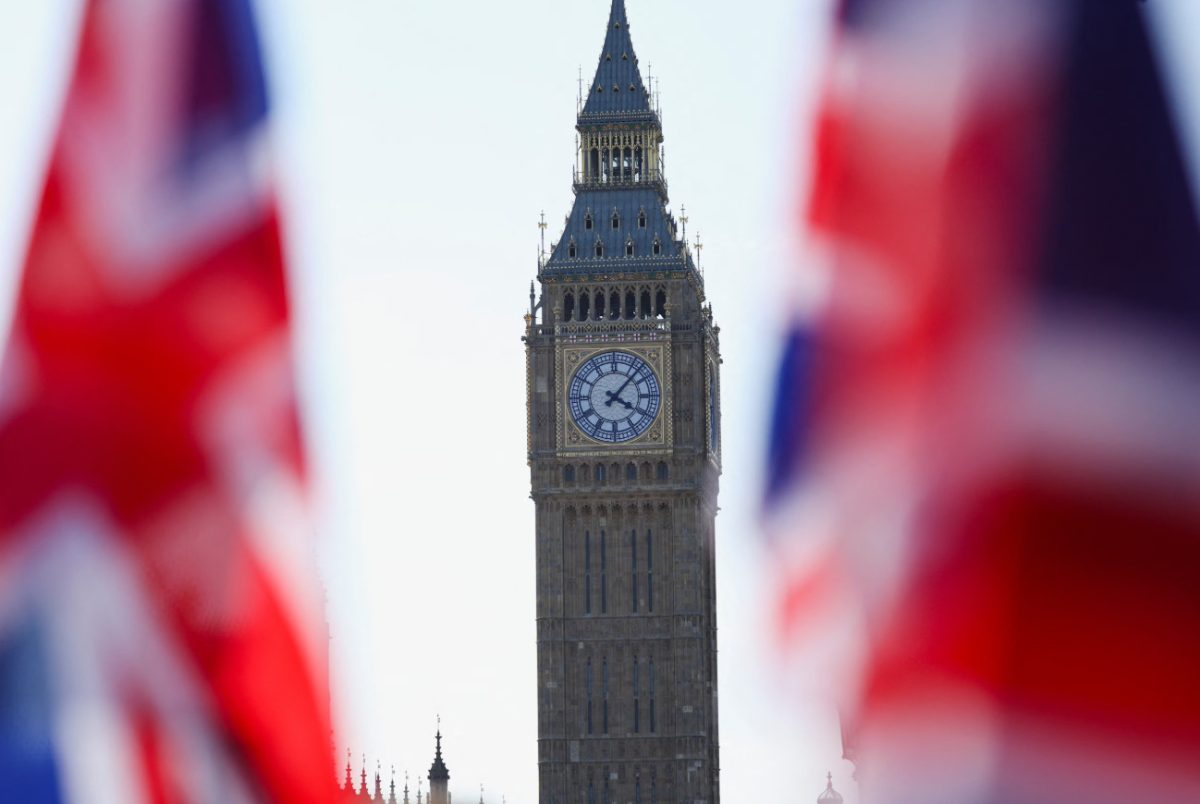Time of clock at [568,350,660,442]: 4:07
